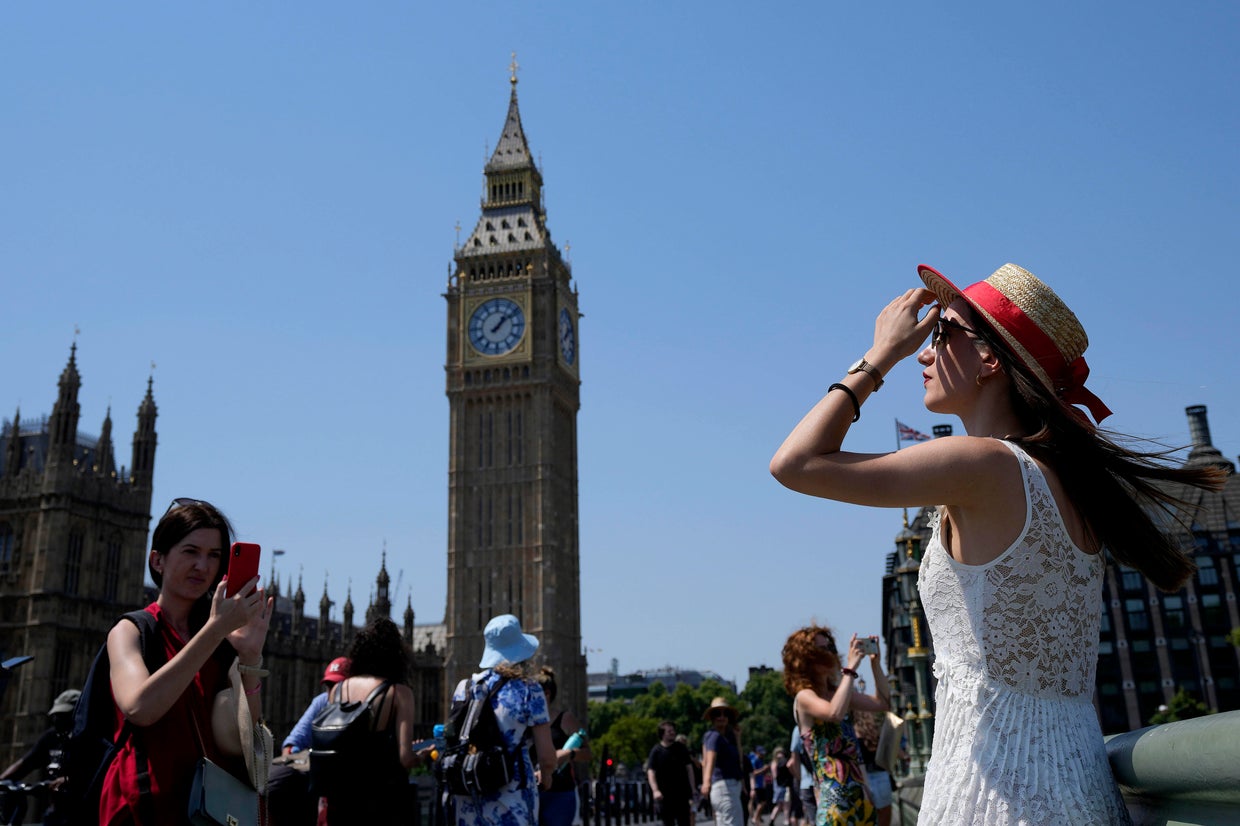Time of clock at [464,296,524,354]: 1:08
